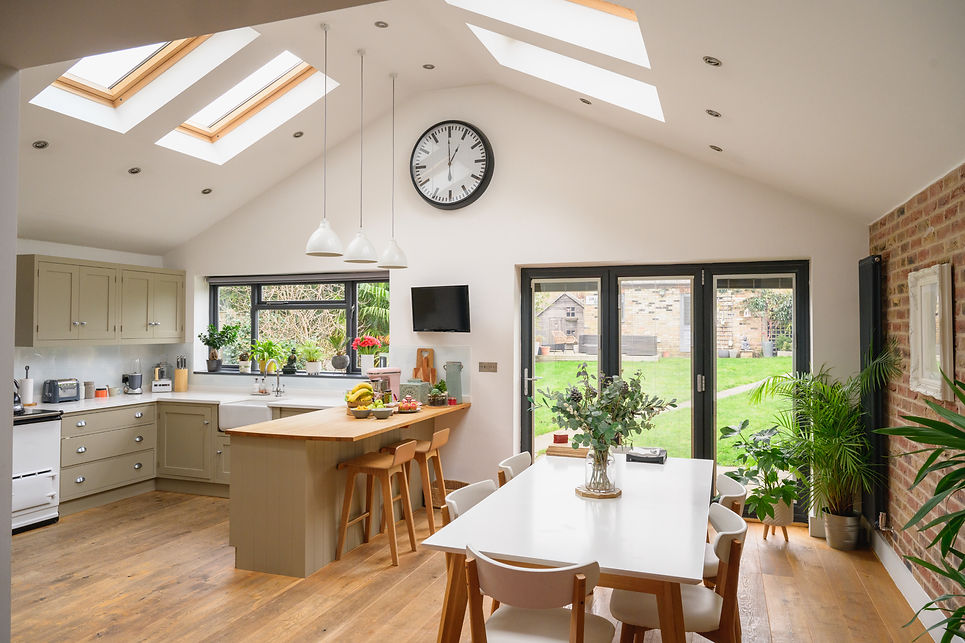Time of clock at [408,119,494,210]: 12:59
